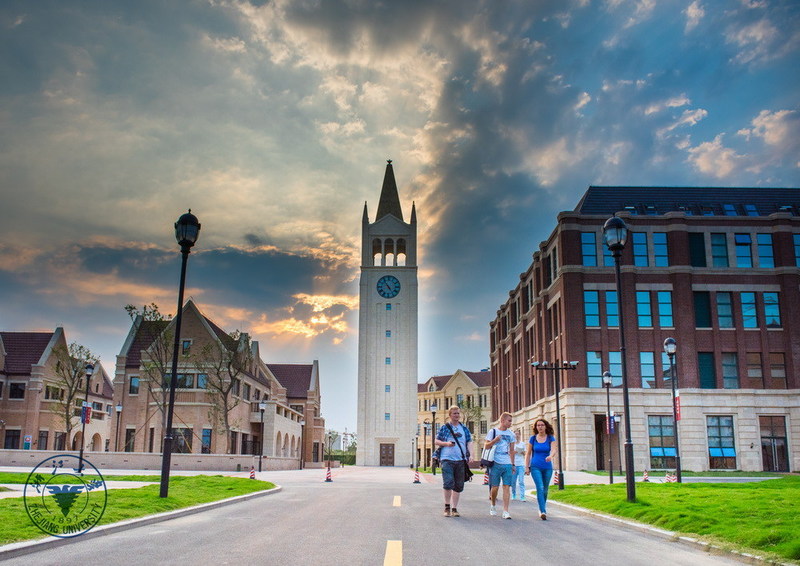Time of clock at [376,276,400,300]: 4:54
